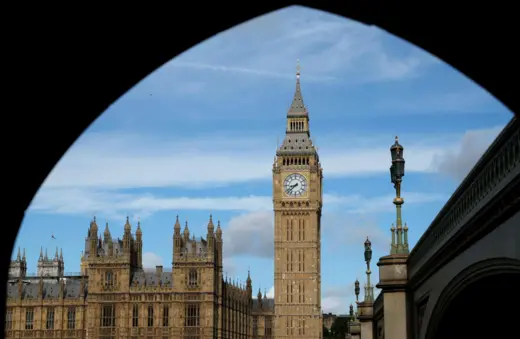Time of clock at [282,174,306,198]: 8:38
